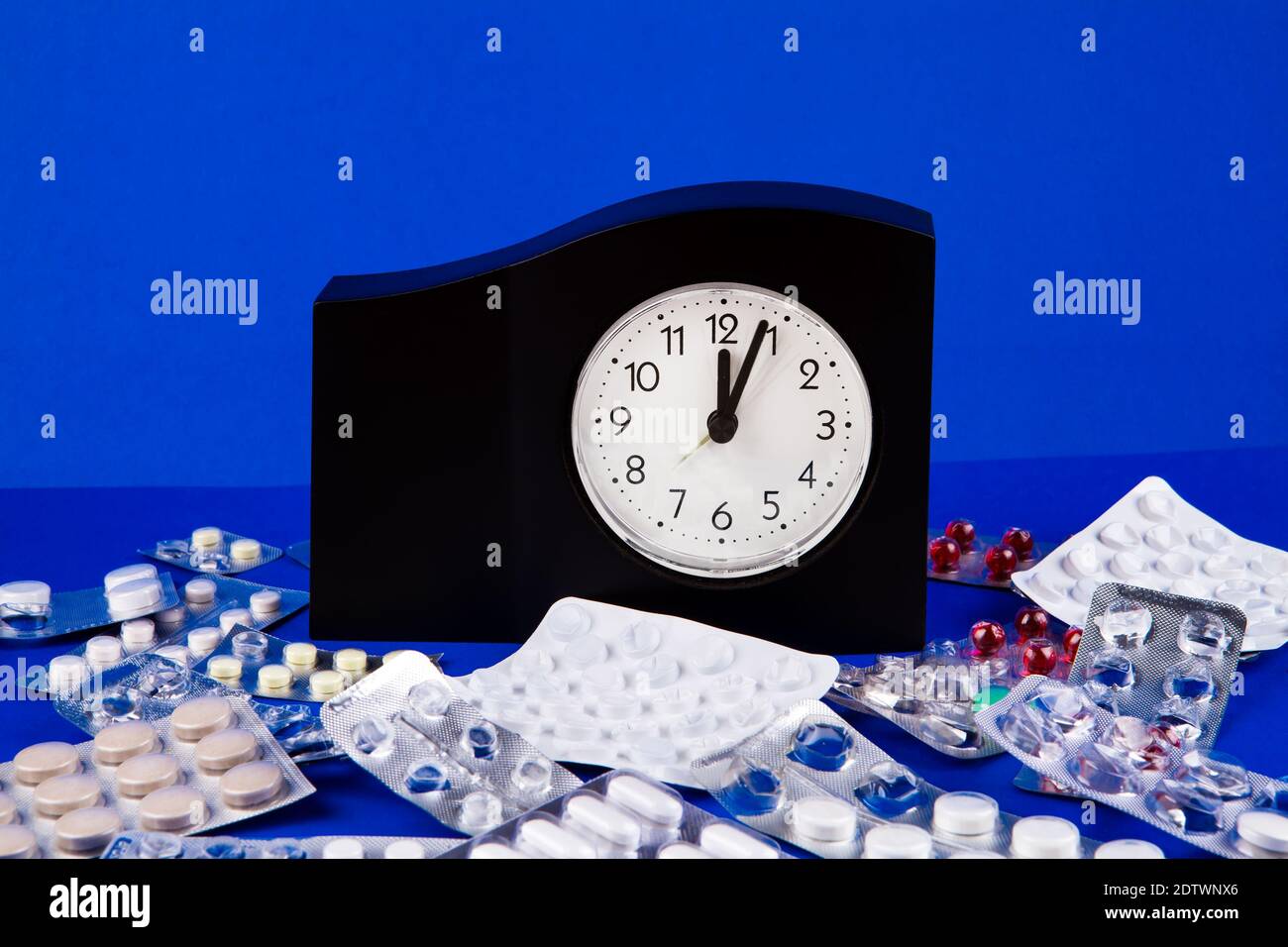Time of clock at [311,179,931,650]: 12:03
